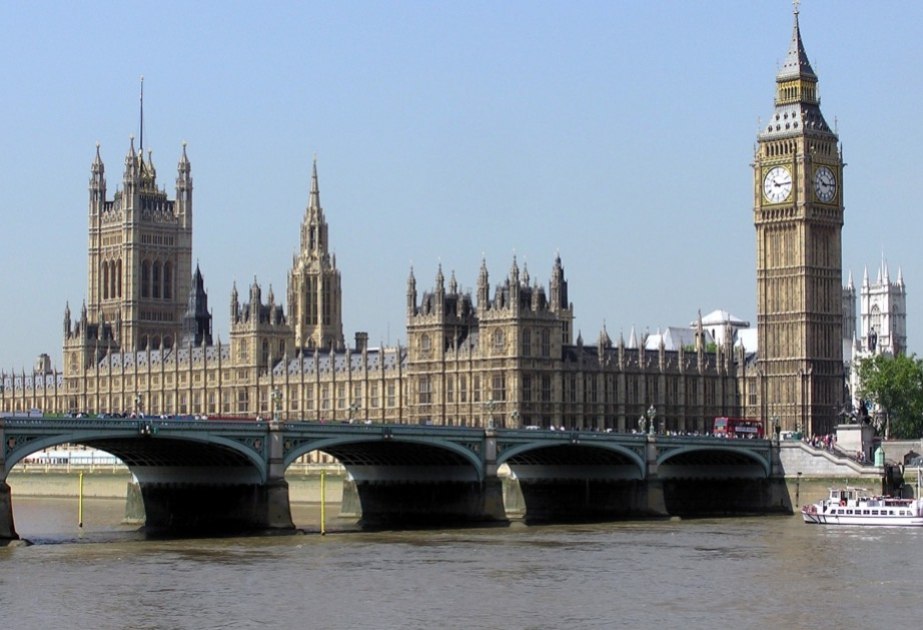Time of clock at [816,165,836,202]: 10:14
